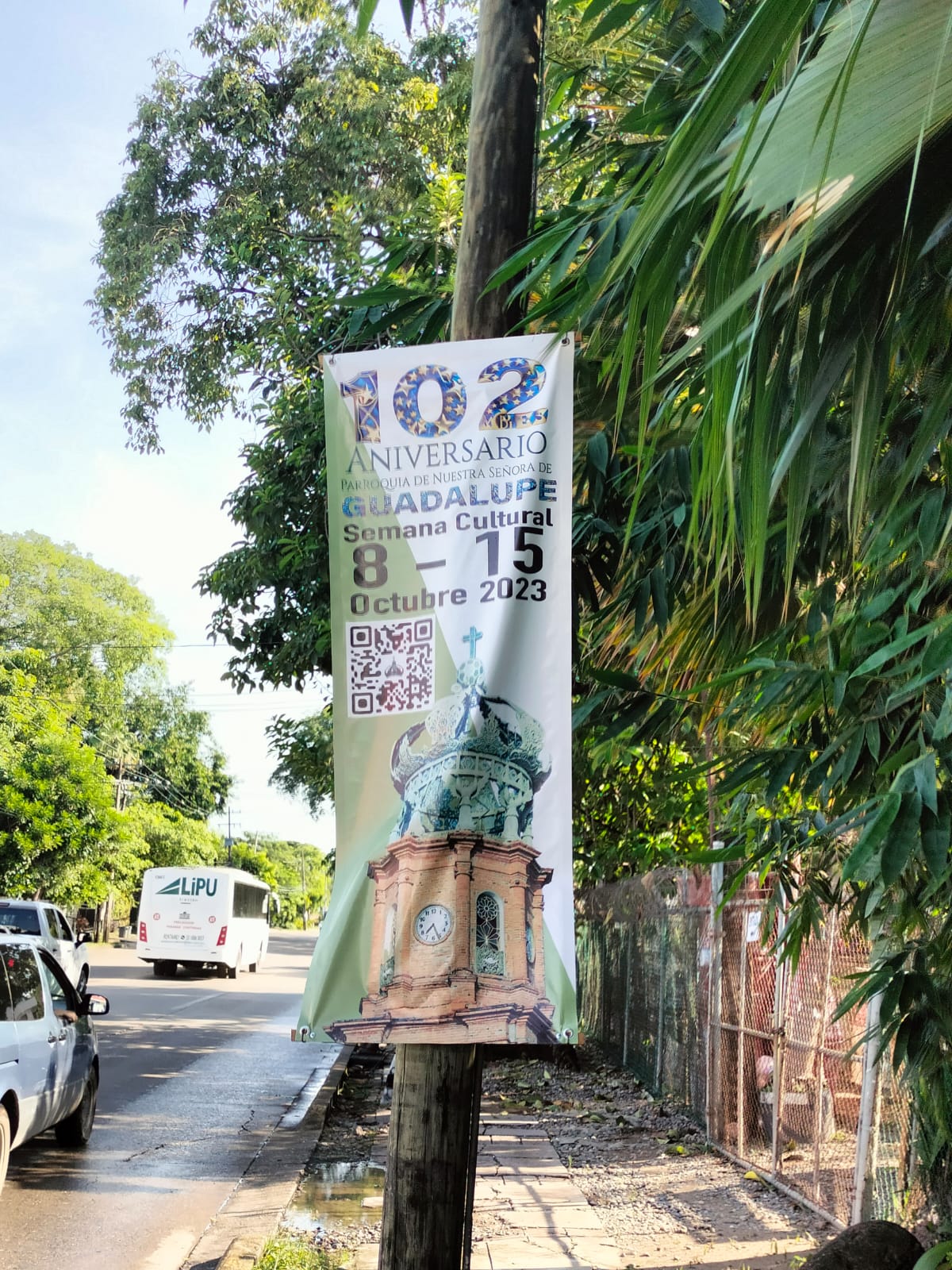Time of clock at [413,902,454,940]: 7:26
